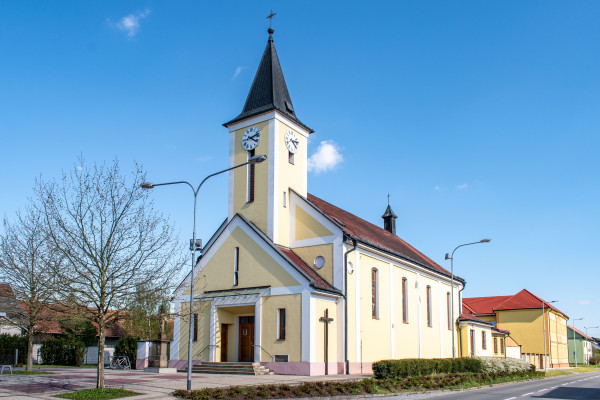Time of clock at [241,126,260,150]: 4:12
